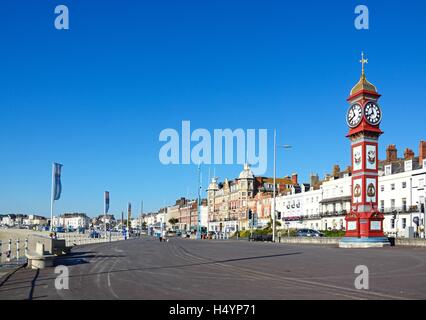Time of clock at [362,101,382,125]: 7:58
